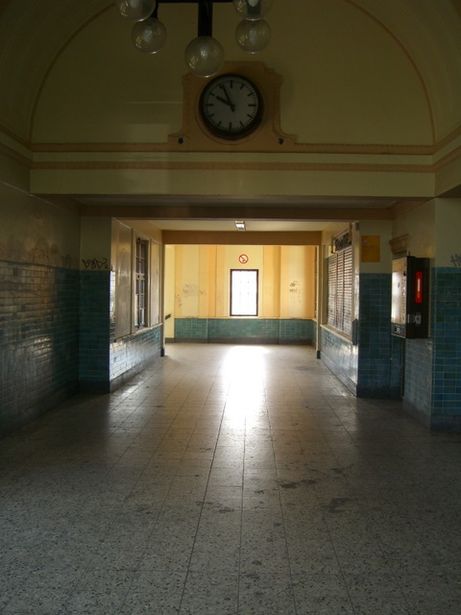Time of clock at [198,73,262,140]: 9:55
